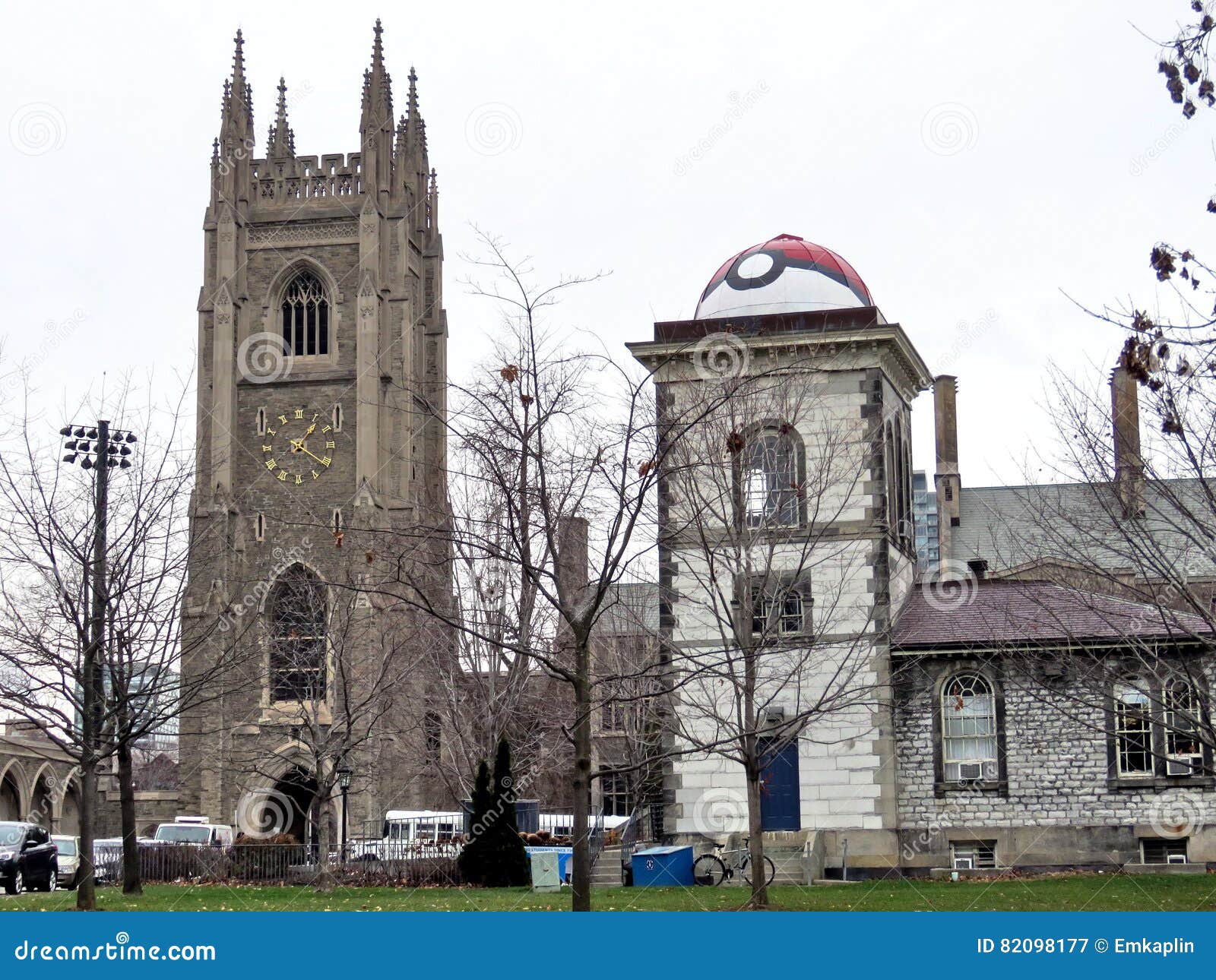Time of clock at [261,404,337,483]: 1:20
